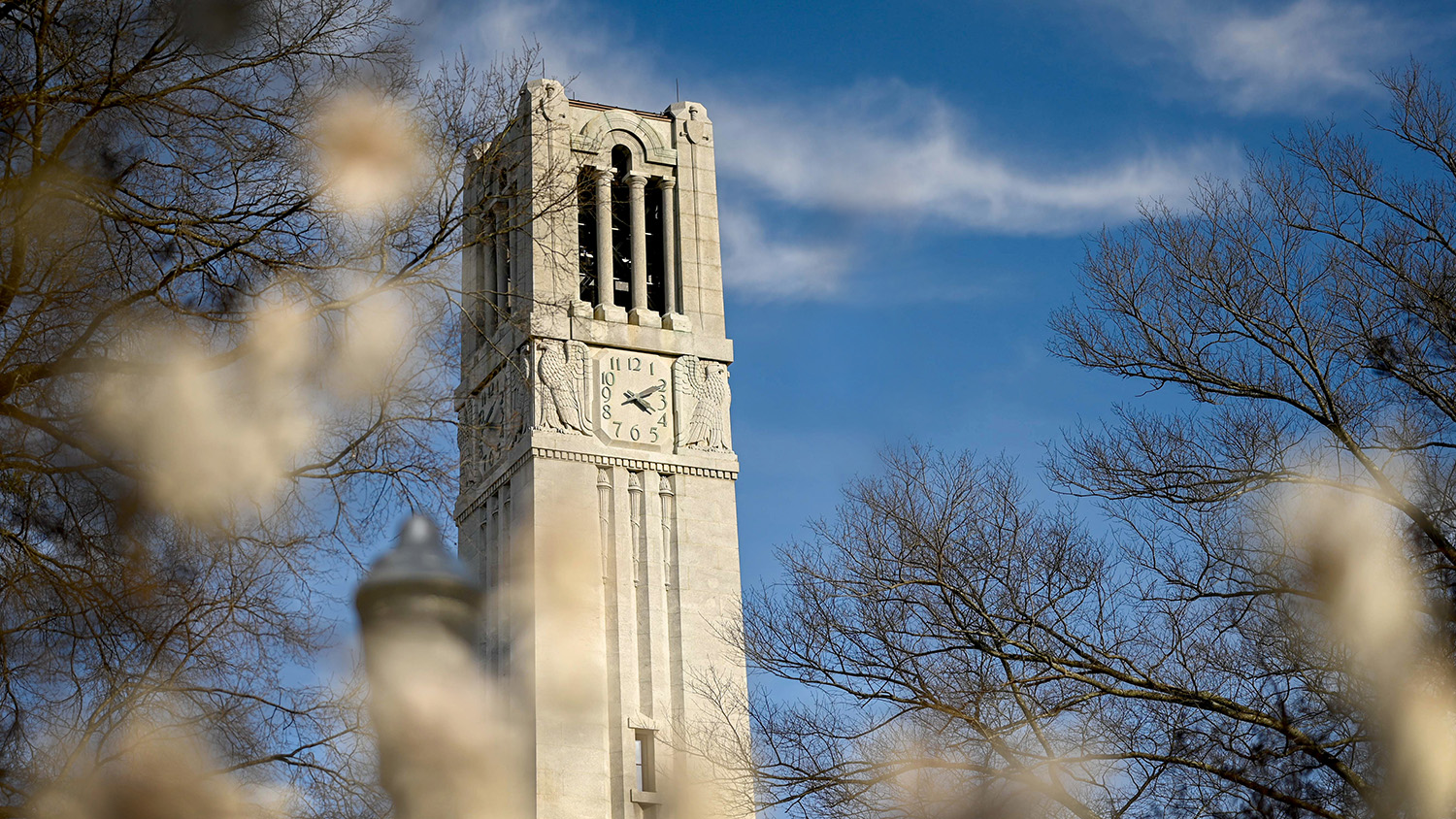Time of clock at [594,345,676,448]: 4:10
